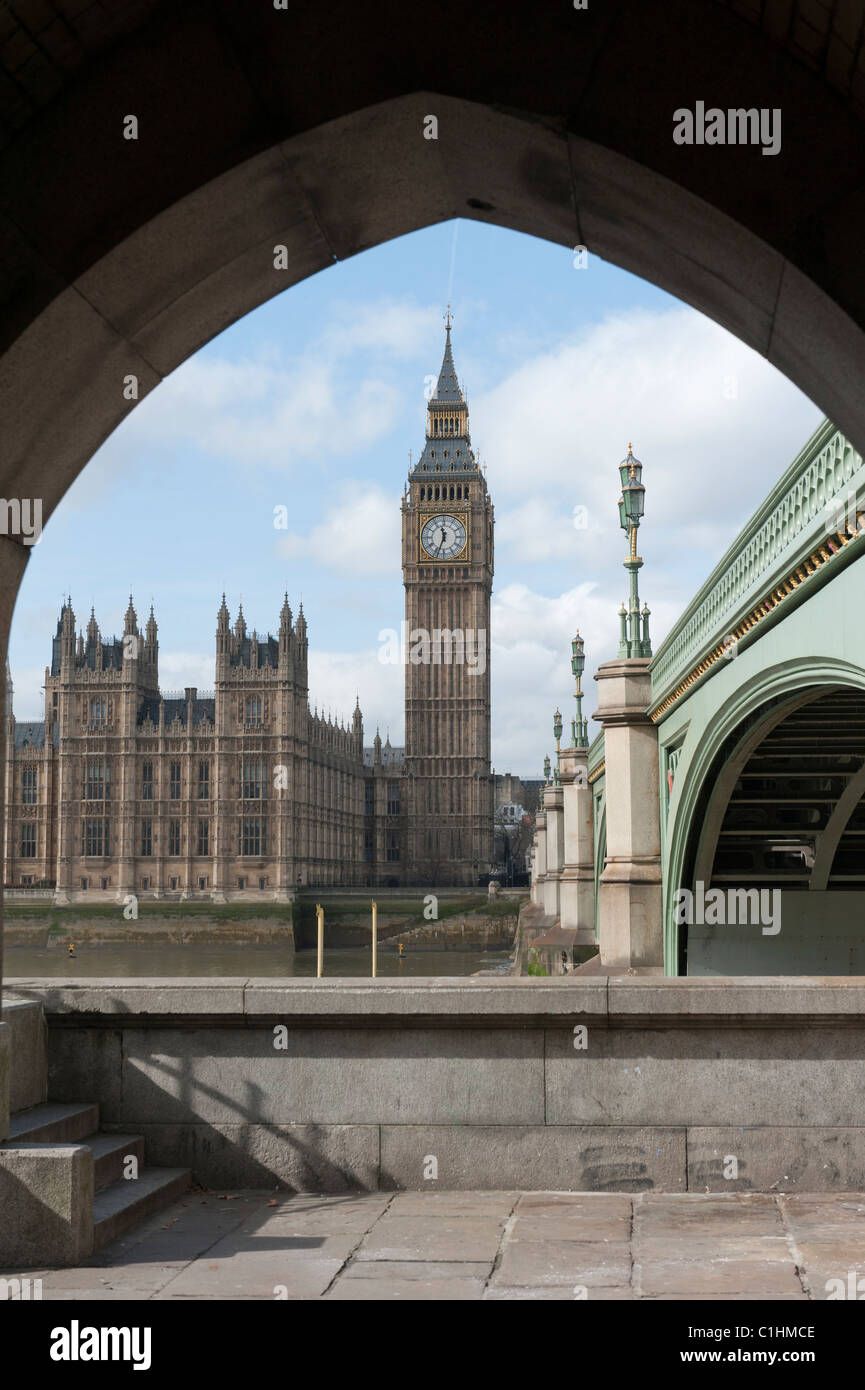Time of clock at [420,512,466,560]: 11:33
